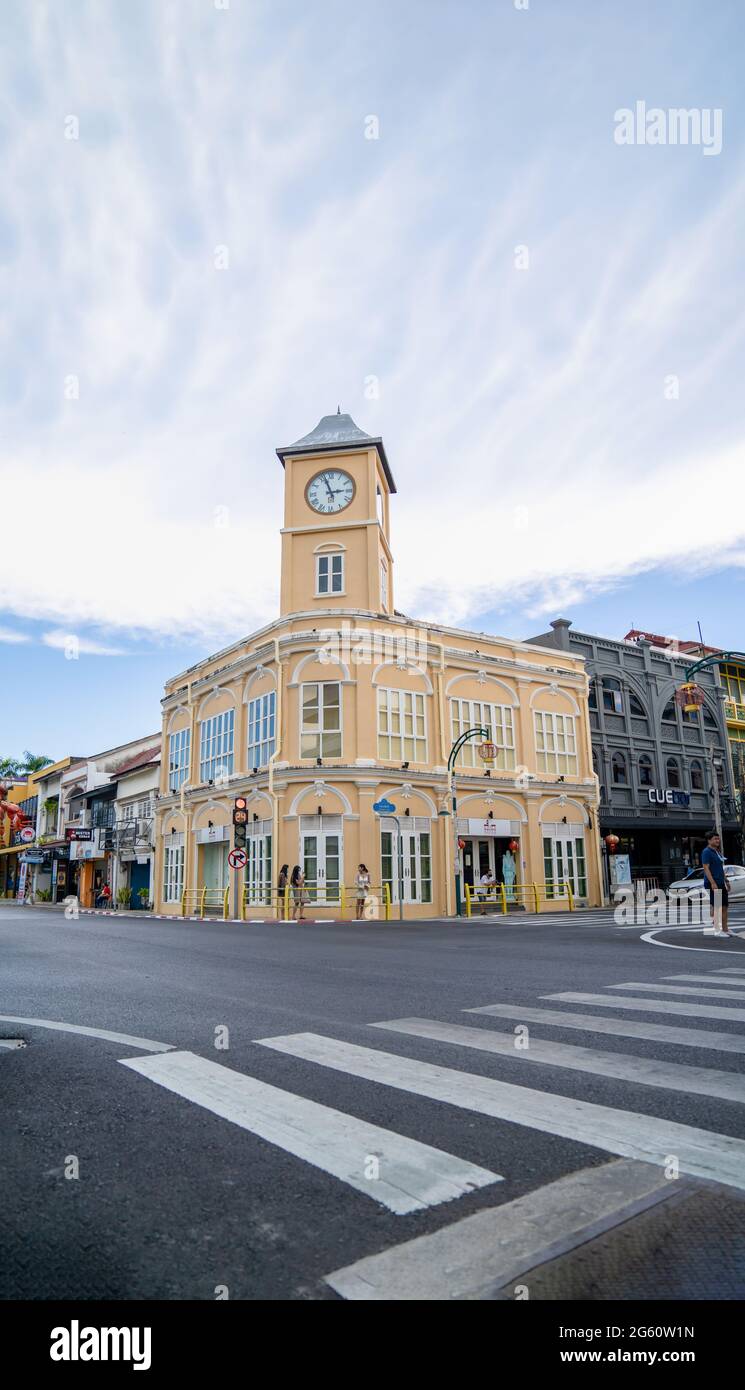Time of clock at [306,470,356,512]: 2:56
